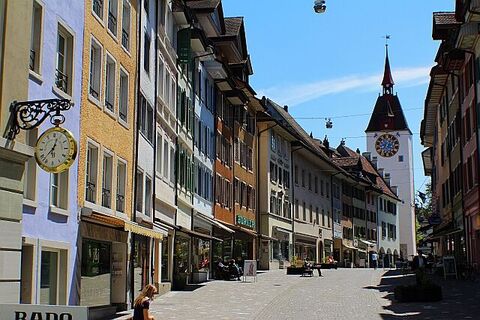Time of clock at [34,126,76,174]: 12:37
